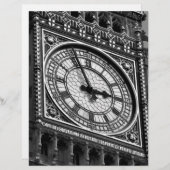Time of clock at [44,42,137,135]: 2:56
